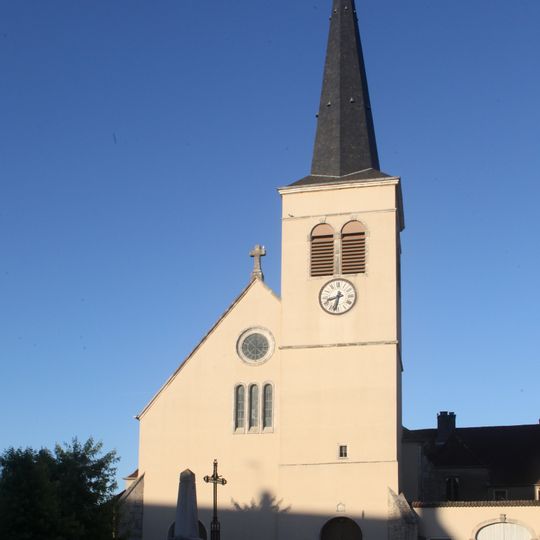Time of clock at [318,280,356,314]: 8:32
